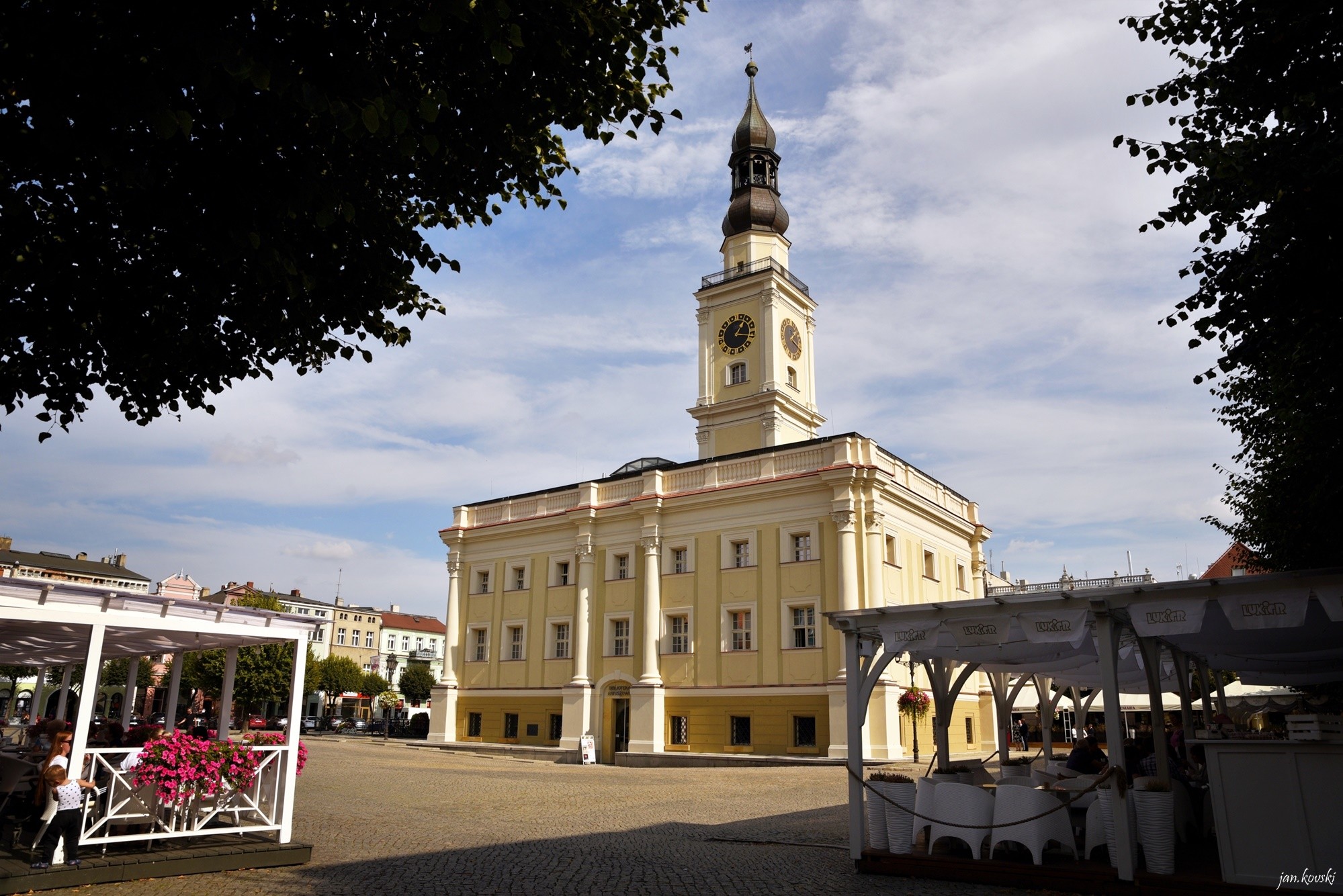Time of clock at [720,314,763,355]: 1:16
